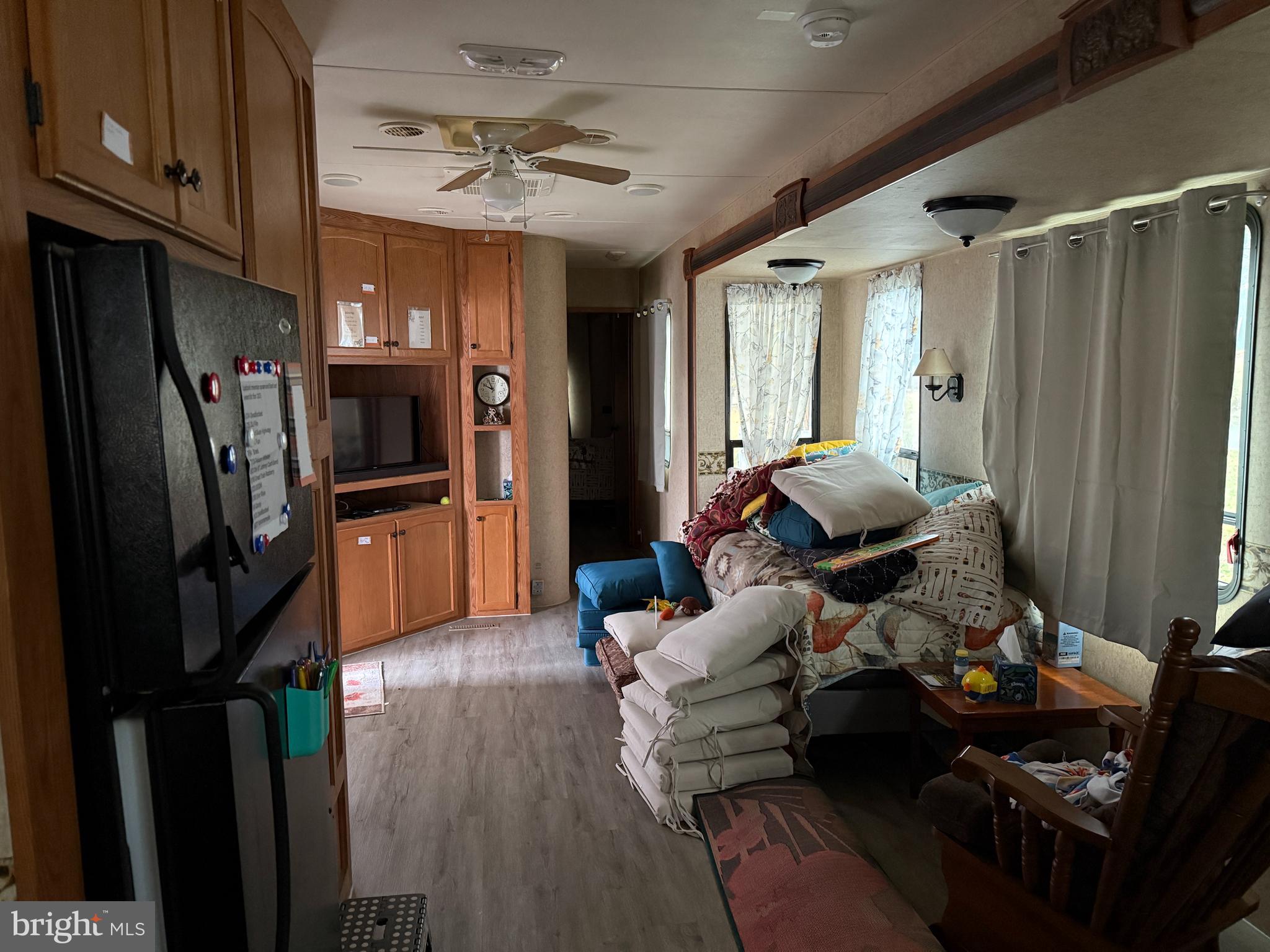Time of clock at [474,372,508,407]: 9:55
